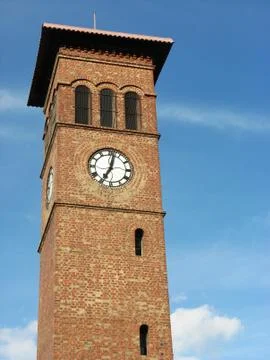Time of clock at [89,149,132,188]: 7:02
